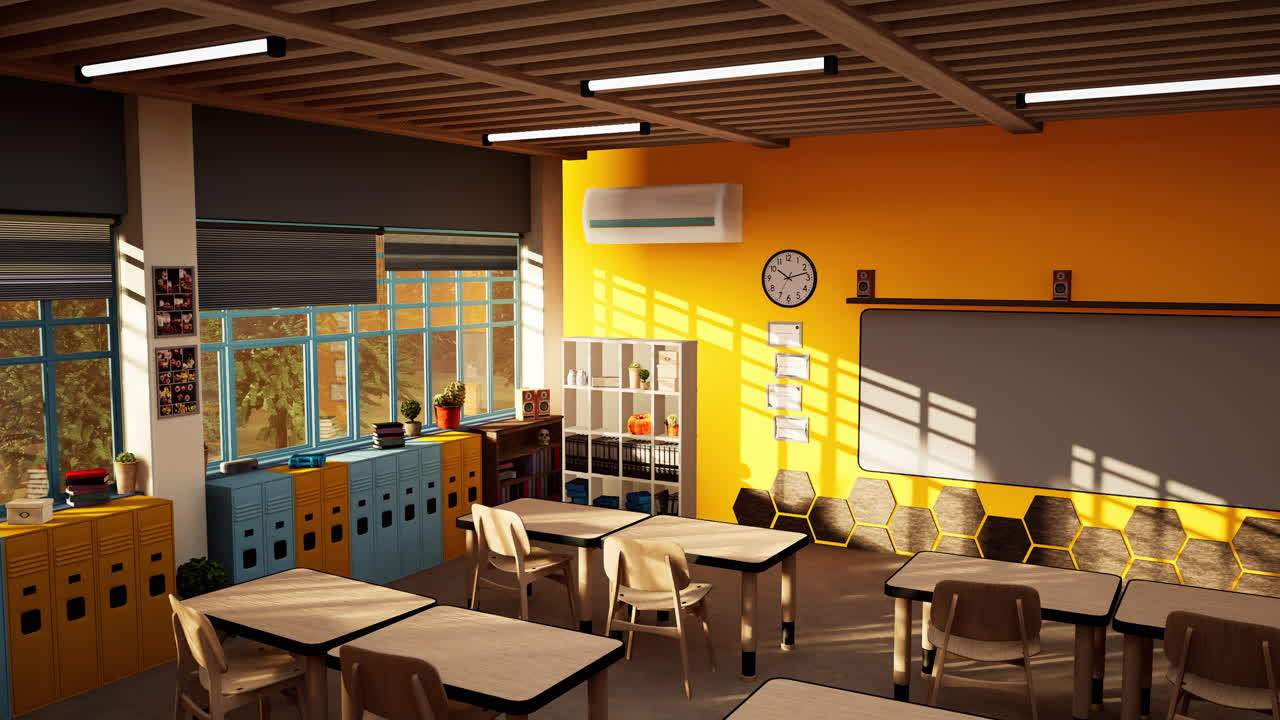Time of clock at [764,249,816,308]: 10:12
